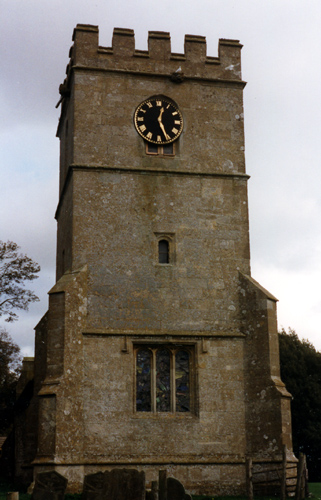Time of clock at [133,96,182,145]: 12:26
